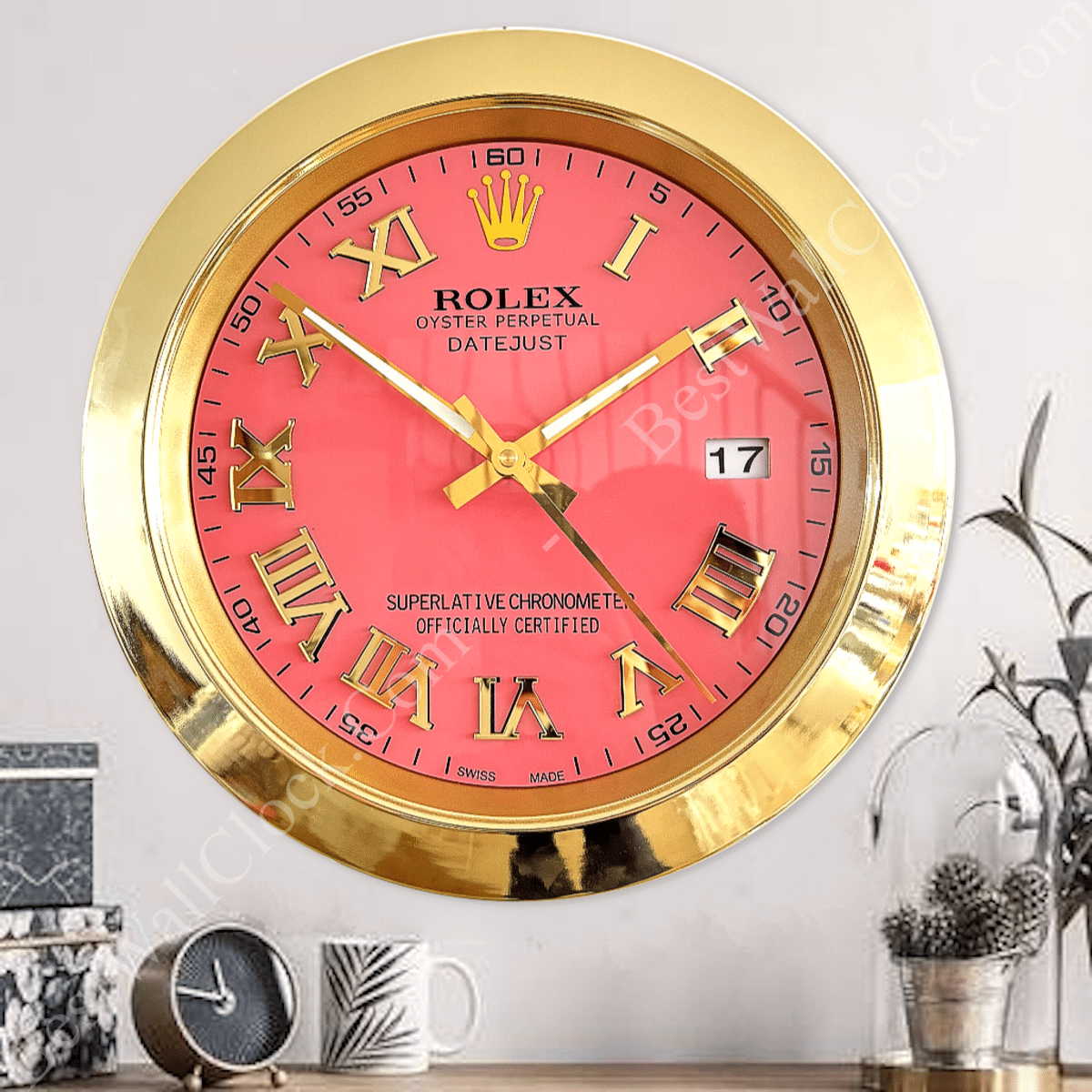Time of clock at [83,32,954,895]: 1:51
